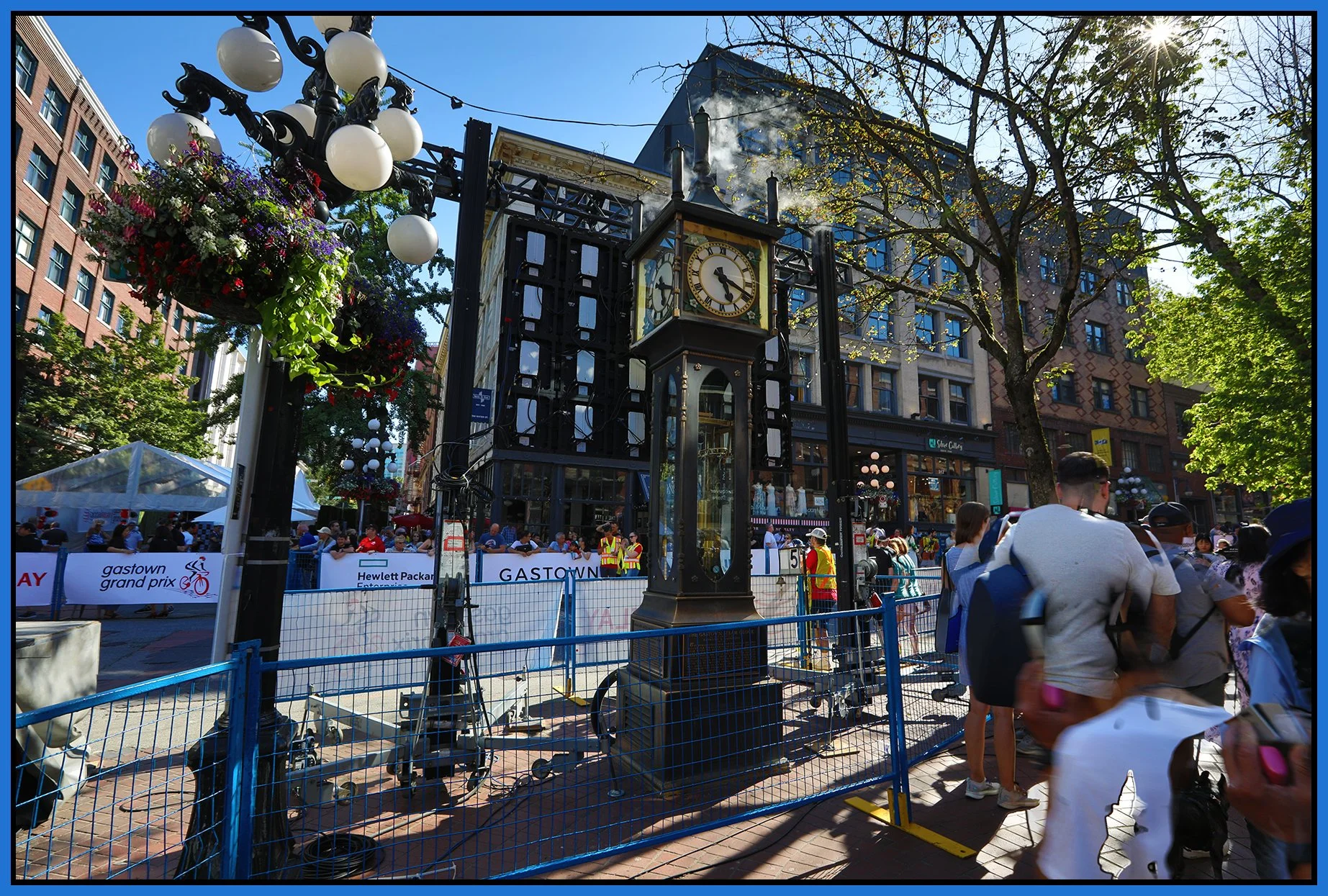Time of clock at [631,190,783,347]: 5:18
